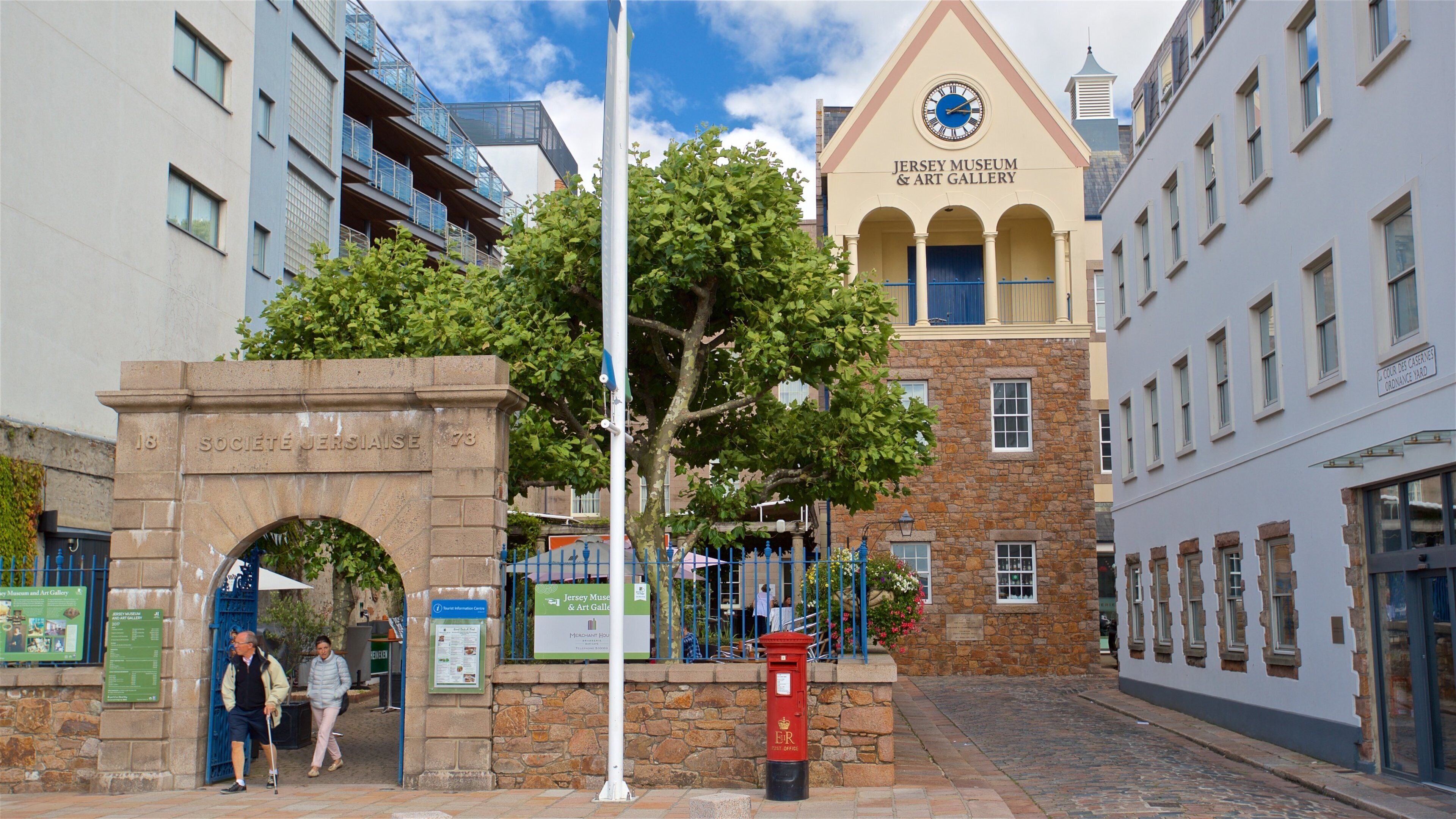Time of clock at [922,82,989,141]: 3:10
